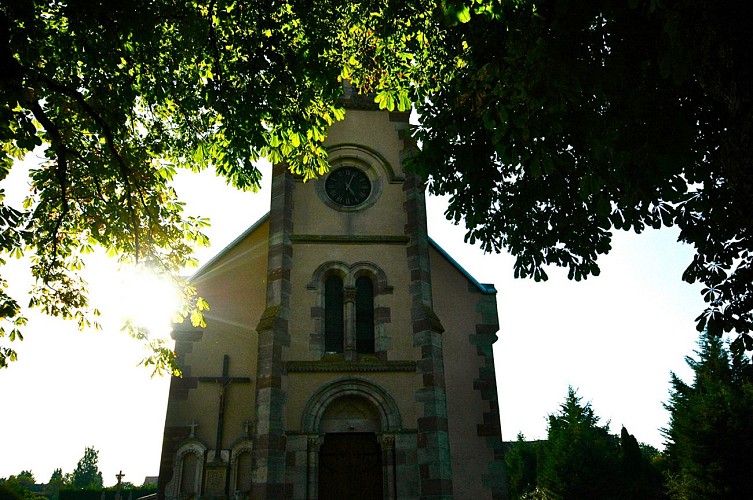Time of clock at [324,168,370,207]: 5:03
